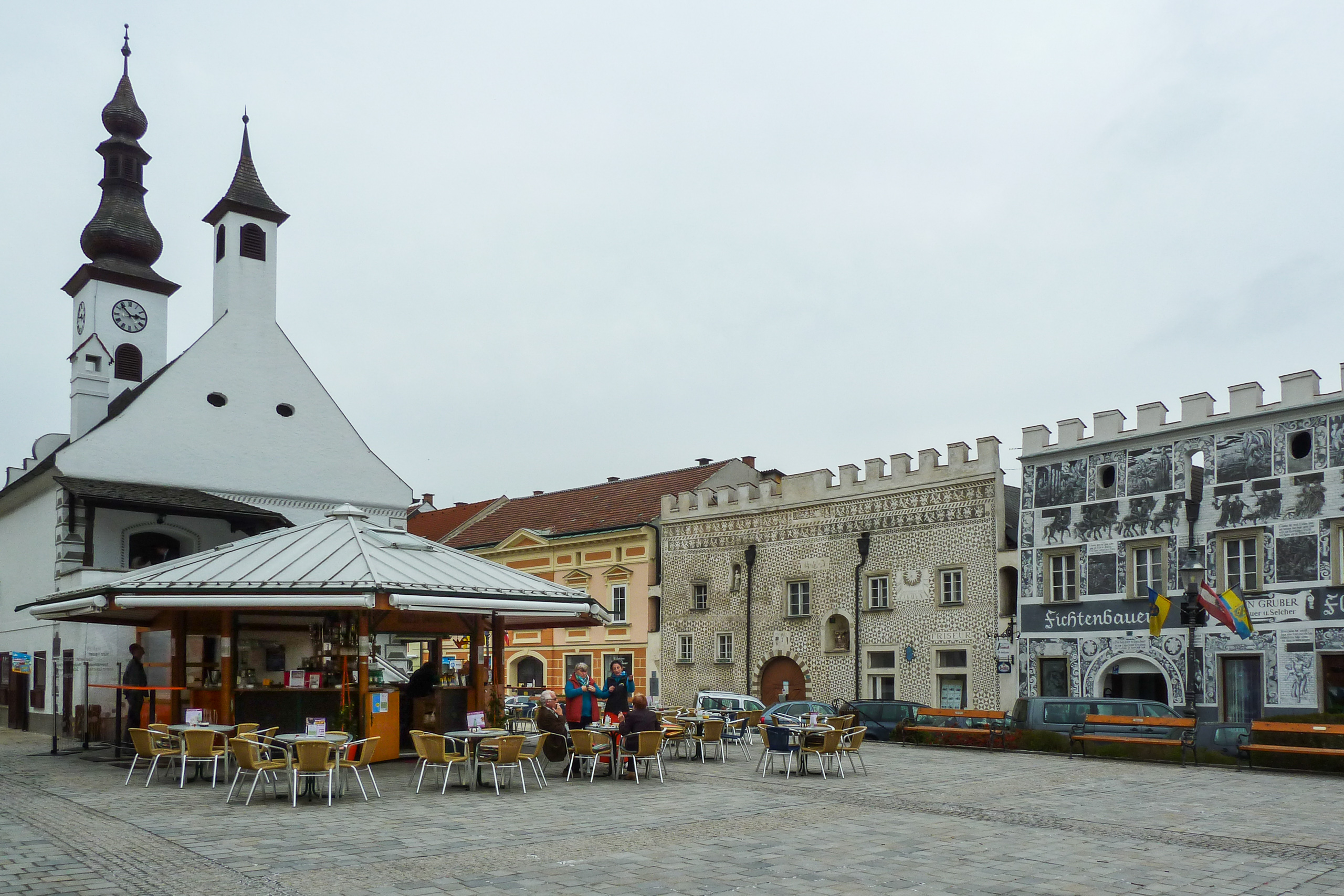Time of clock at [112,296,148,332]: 2:53
